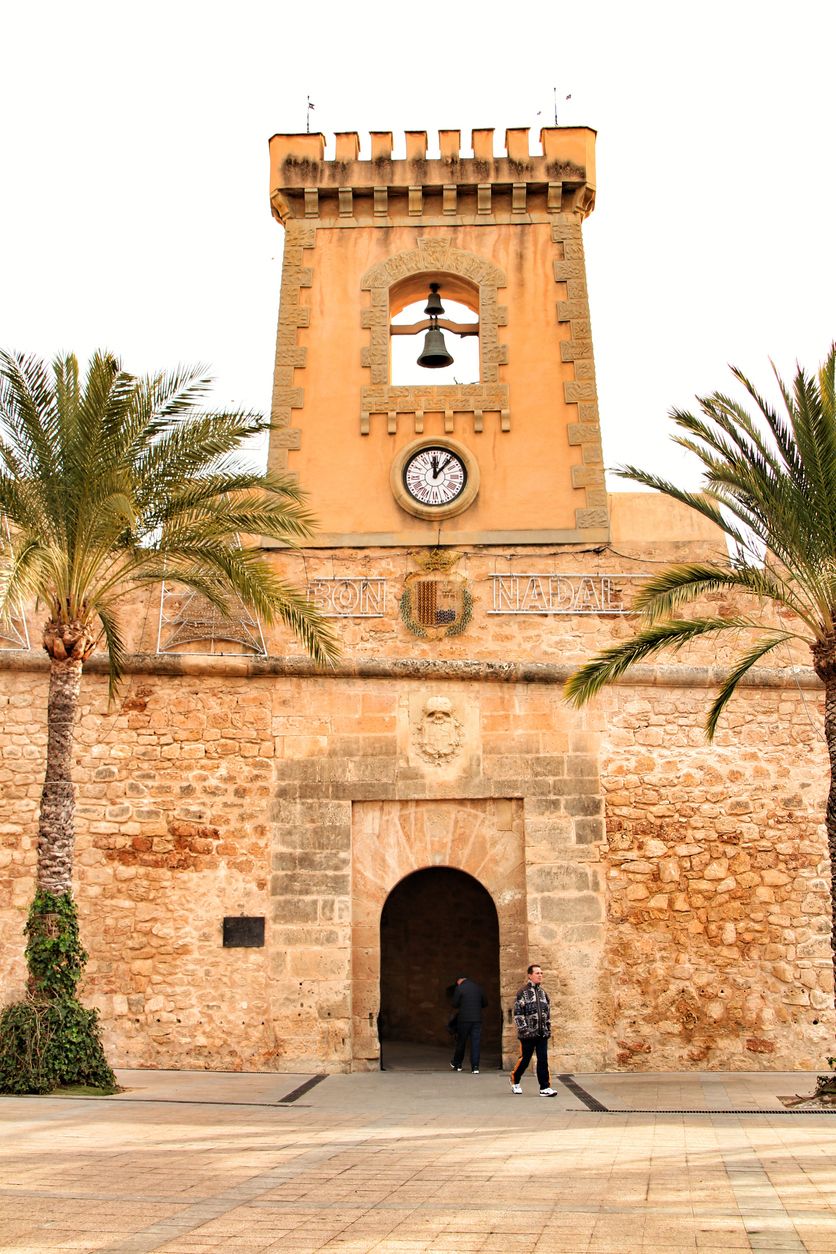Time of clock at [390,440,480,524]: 12:06
